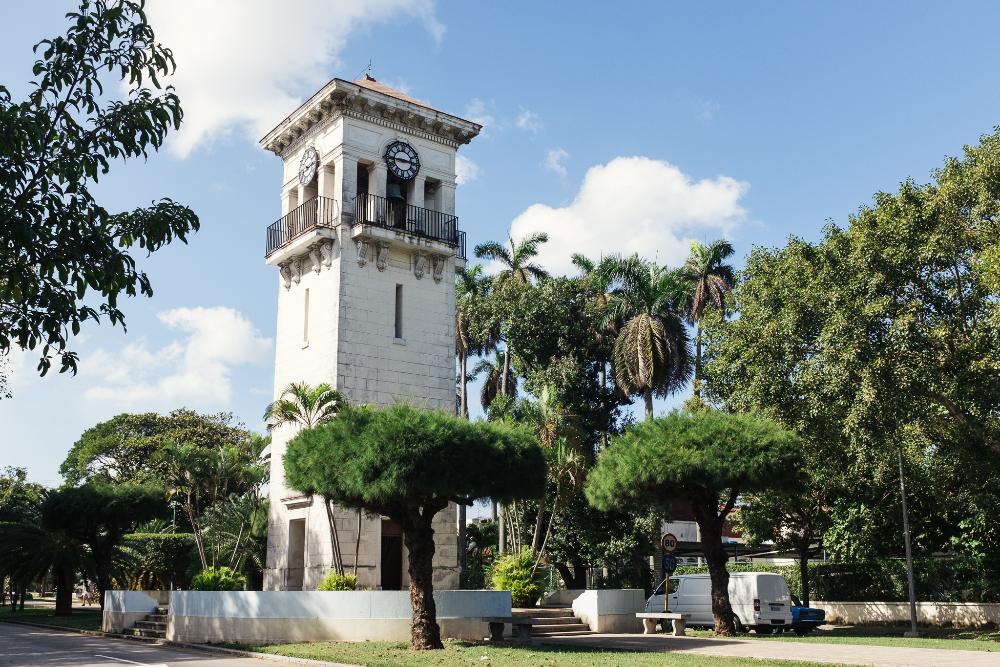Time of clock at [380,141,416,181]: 2:44
